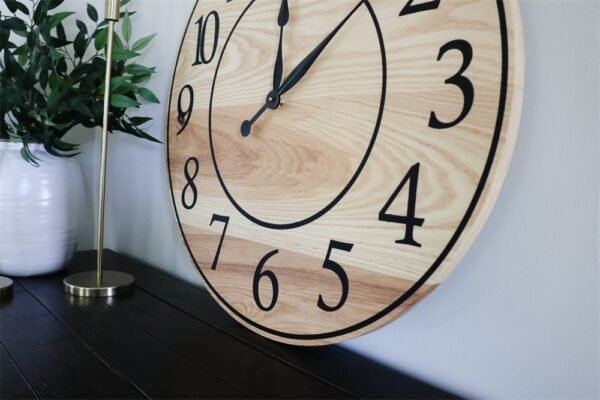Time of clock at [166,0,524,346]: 12:07
